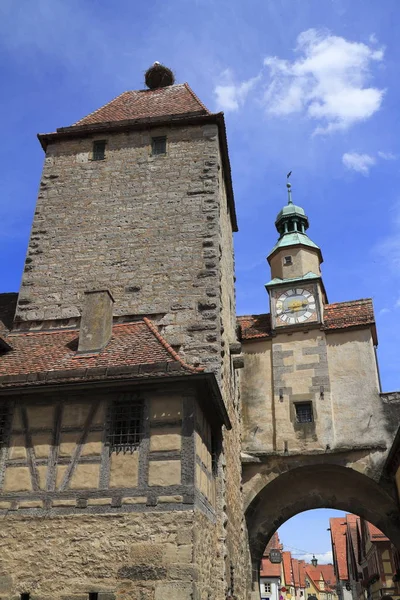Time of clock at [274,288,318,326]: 2:42
